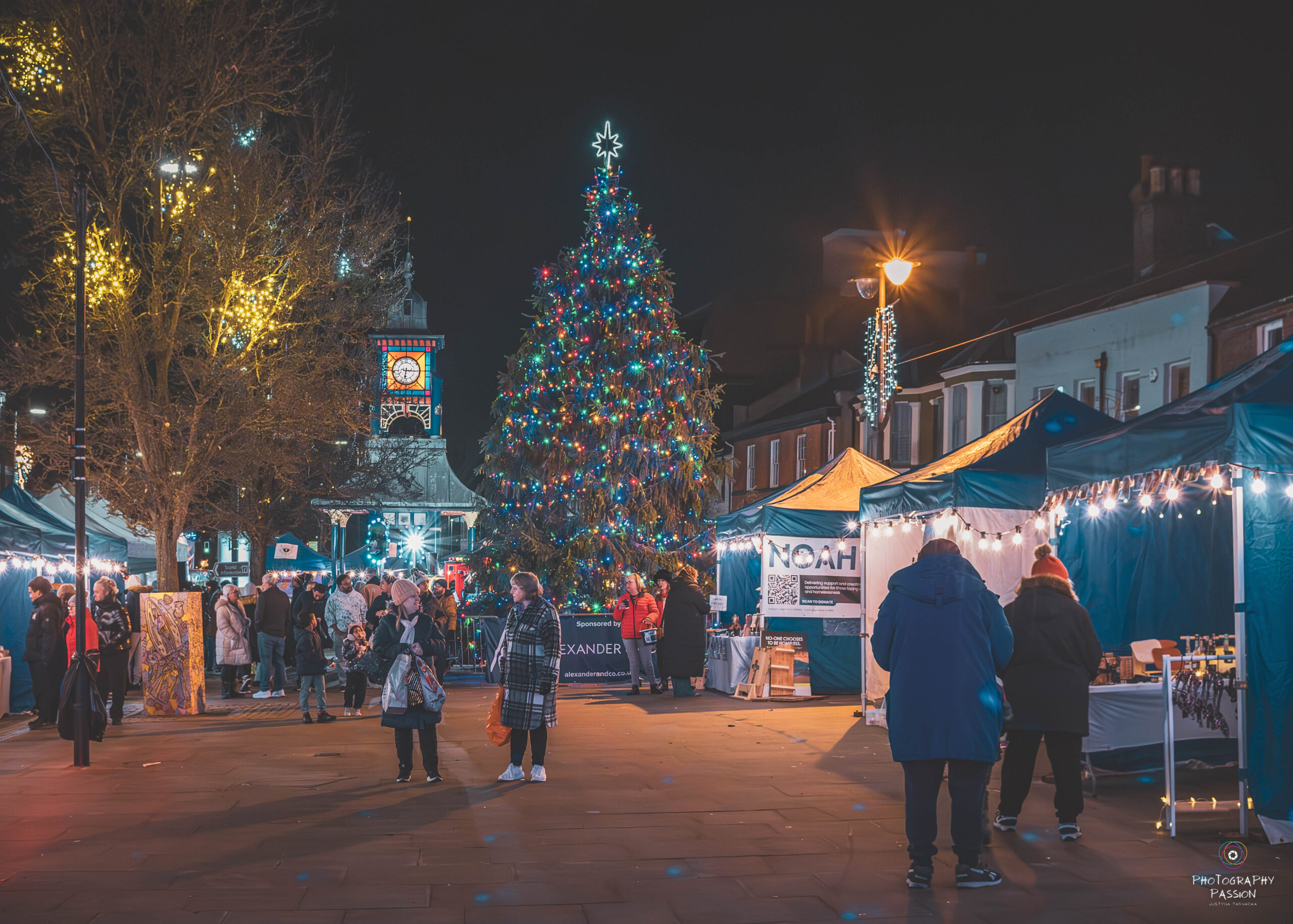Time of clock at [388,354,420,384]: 6:15
